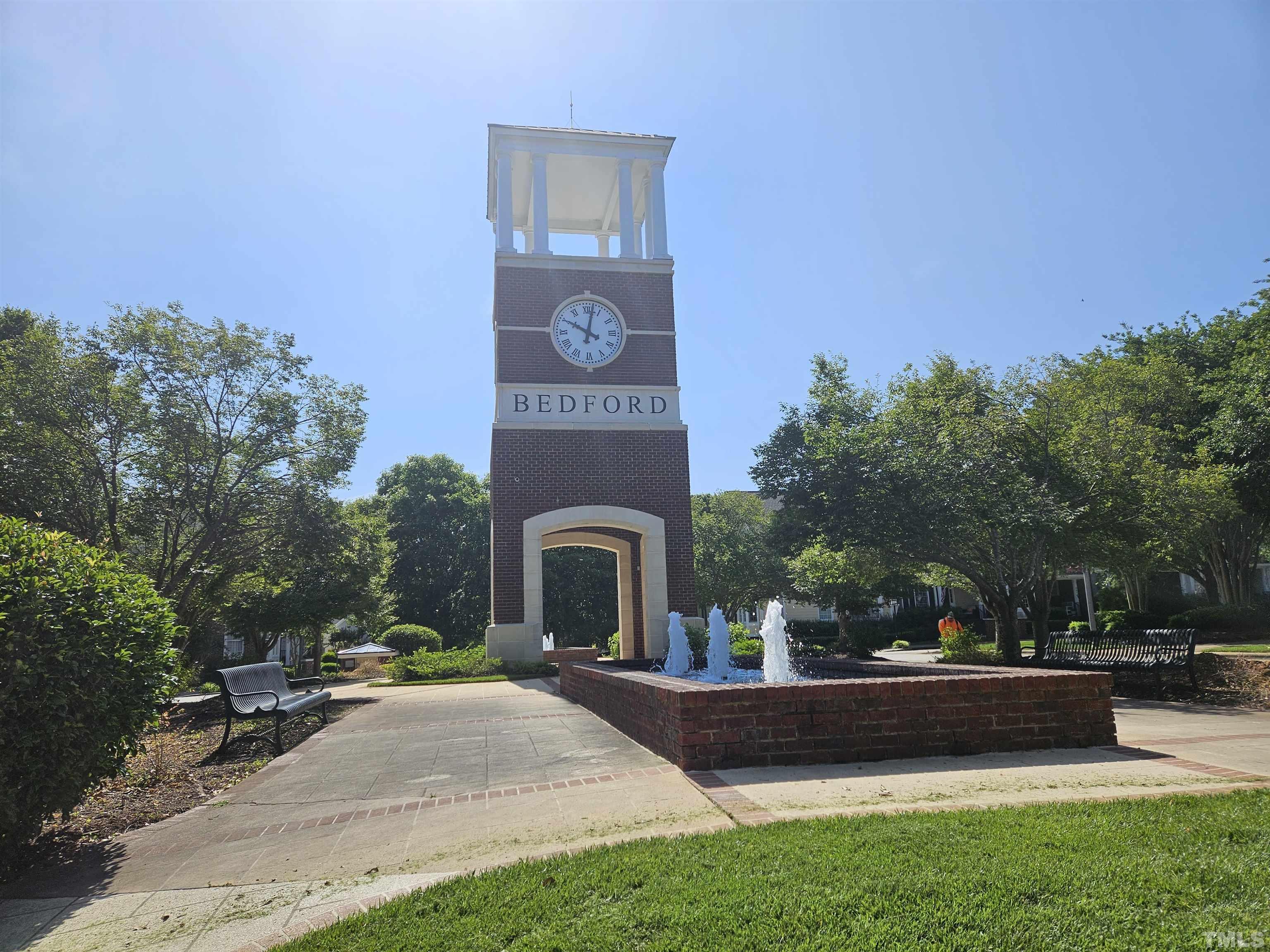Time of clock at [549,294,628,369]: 10:02
